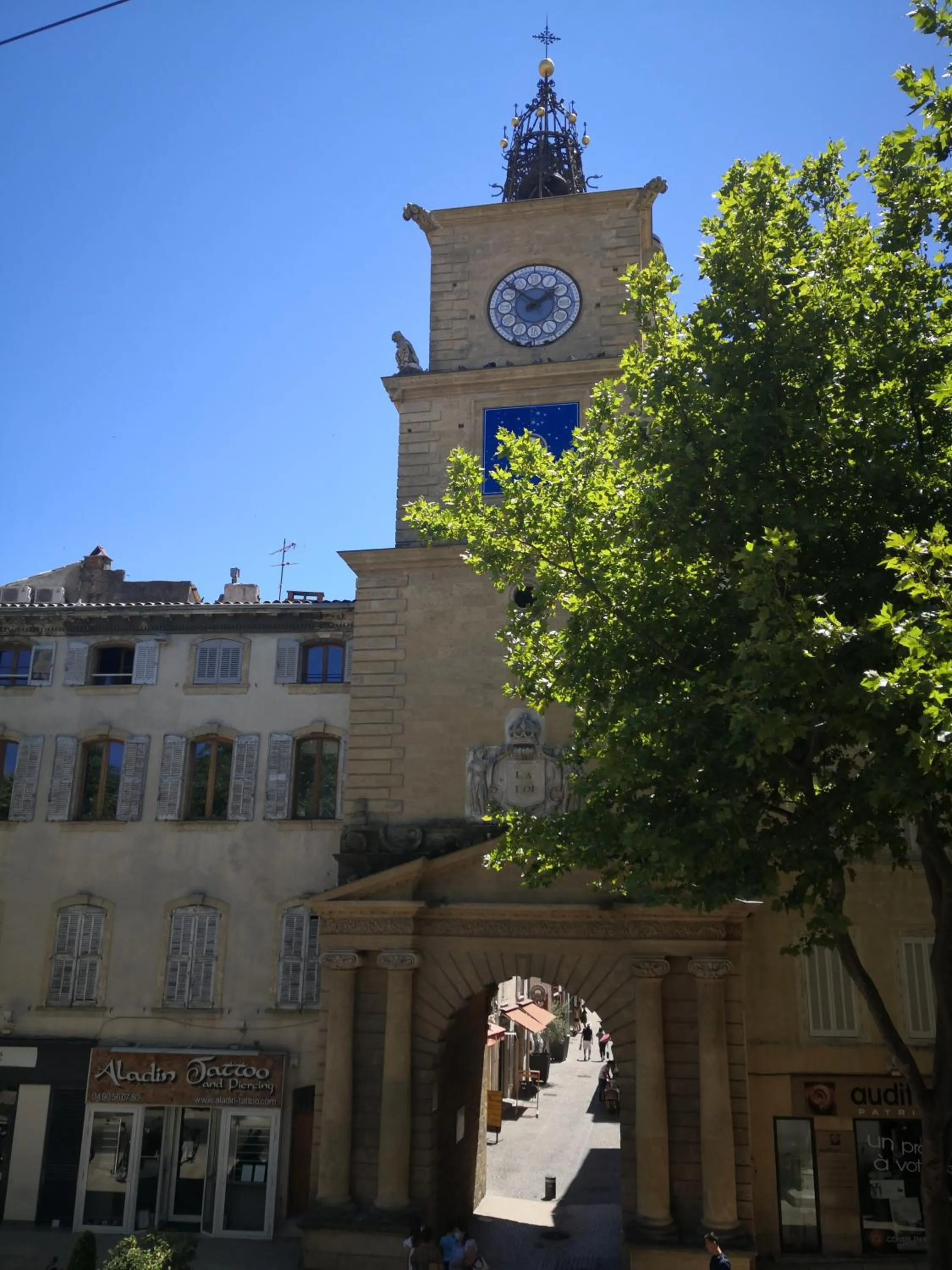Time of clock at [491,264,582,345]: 1:52
